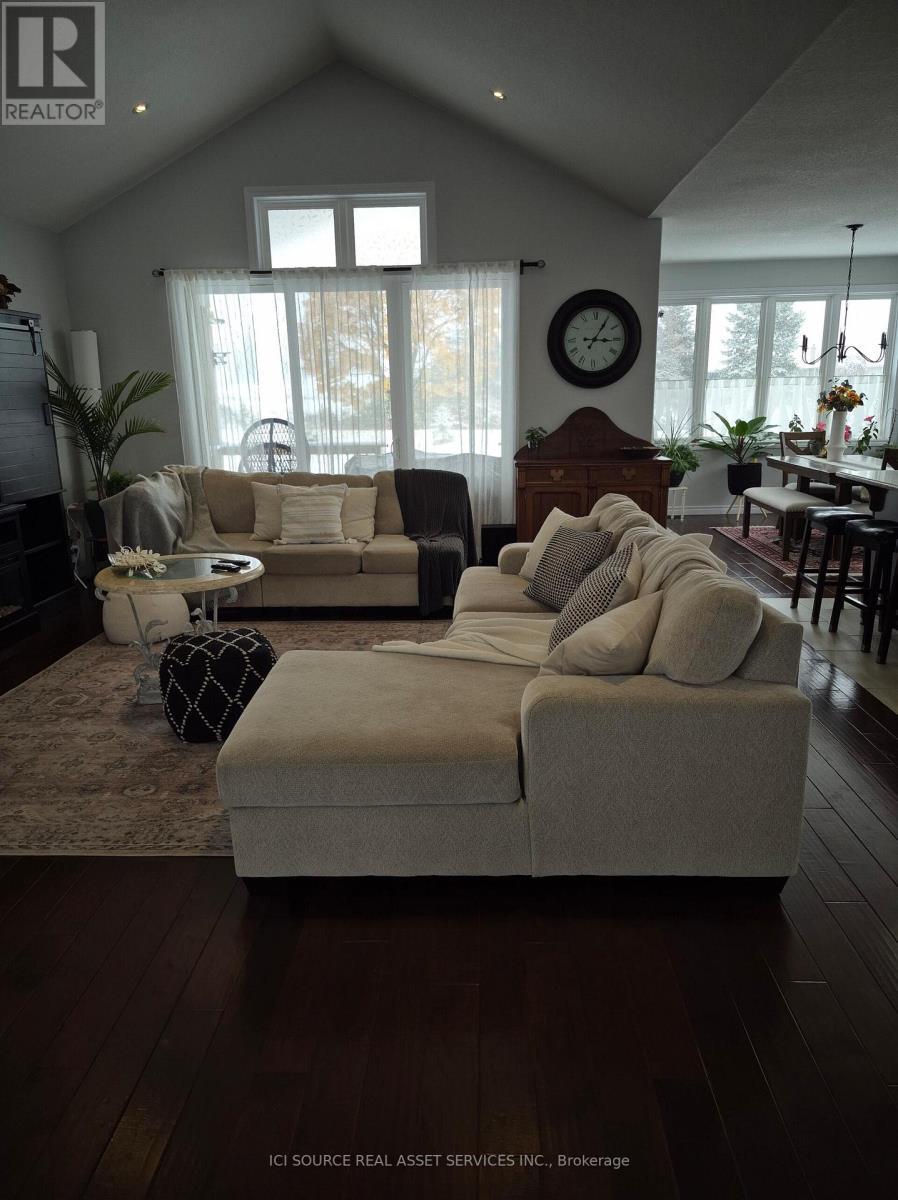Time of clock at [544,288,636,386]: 3:05
